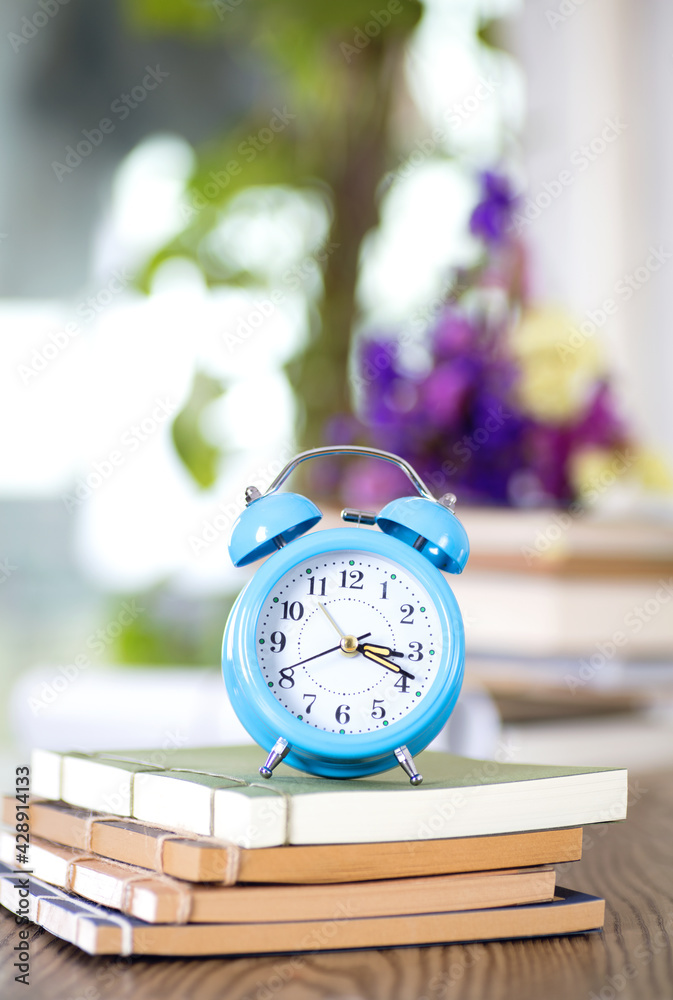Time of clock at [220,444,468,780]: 3:18
